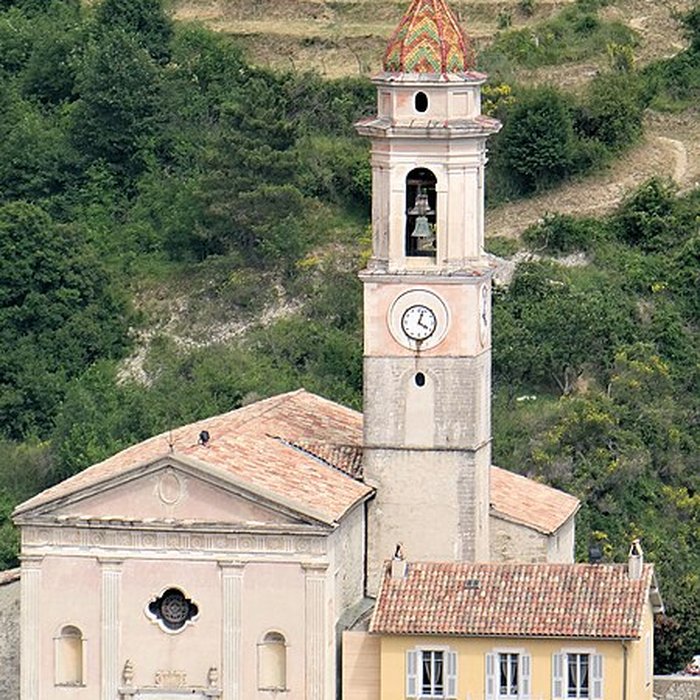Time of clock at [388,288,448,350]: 4:03
